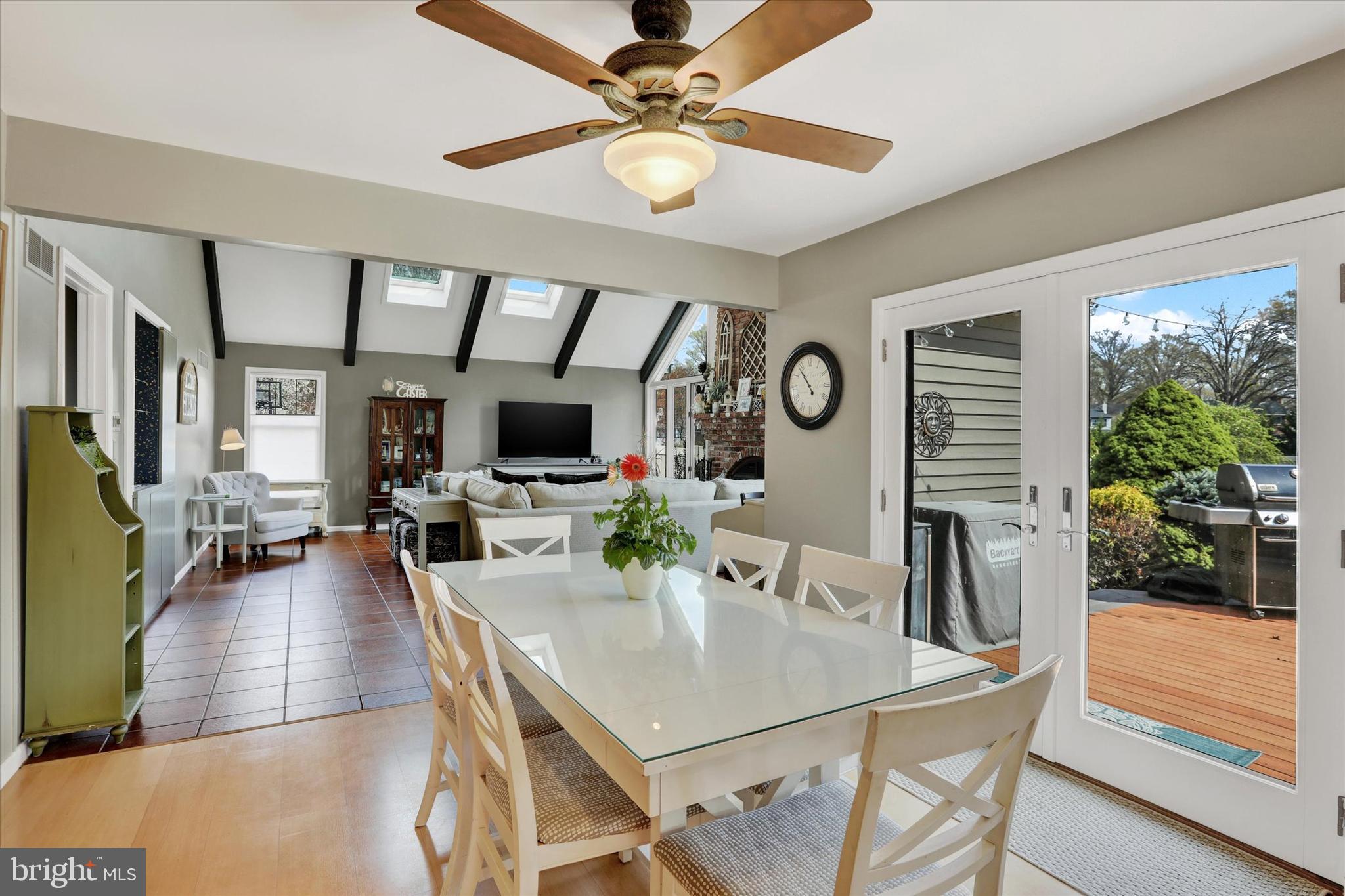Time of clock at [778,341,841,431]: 4:52
